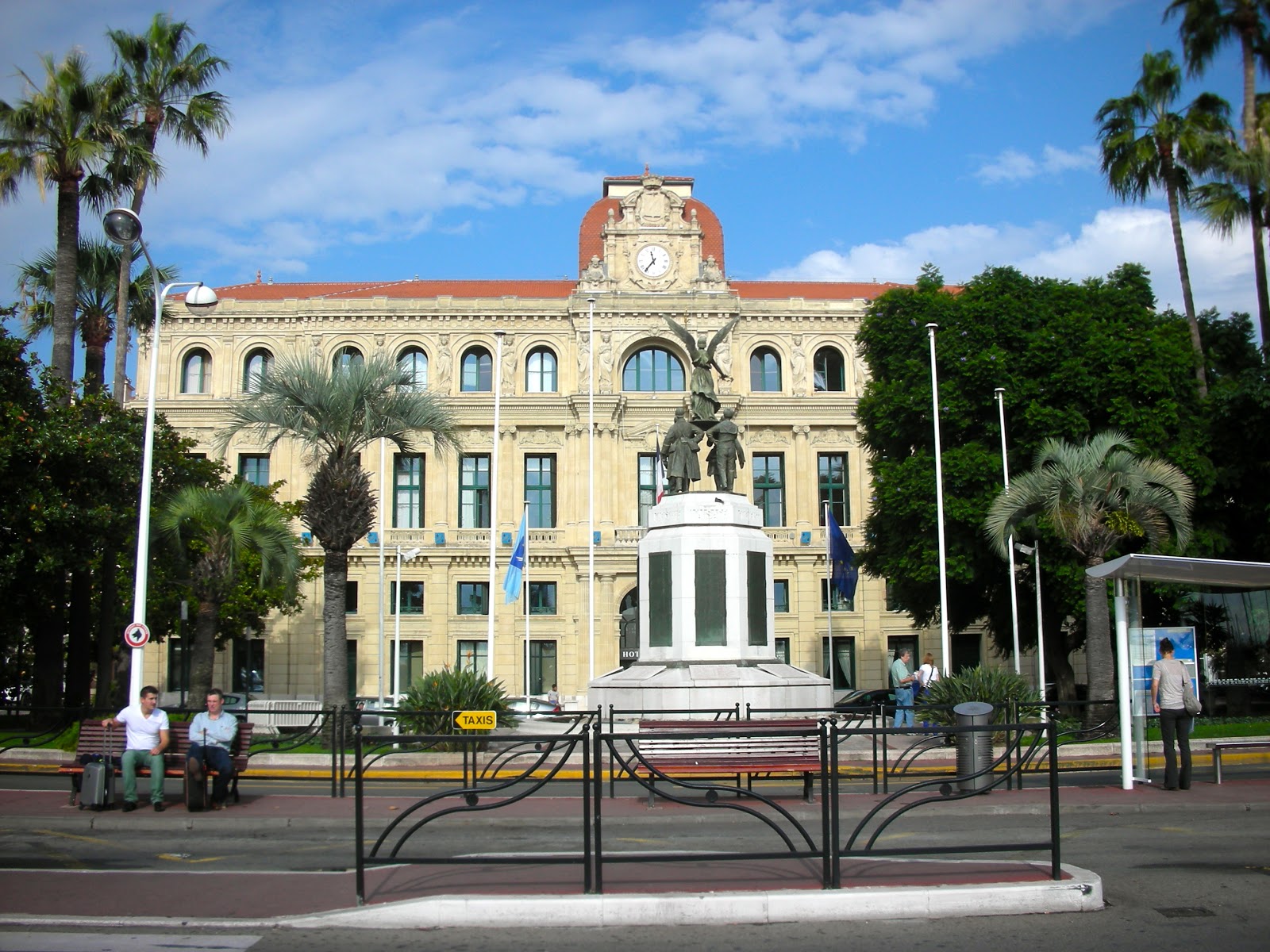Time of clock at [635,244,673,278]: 11:36
